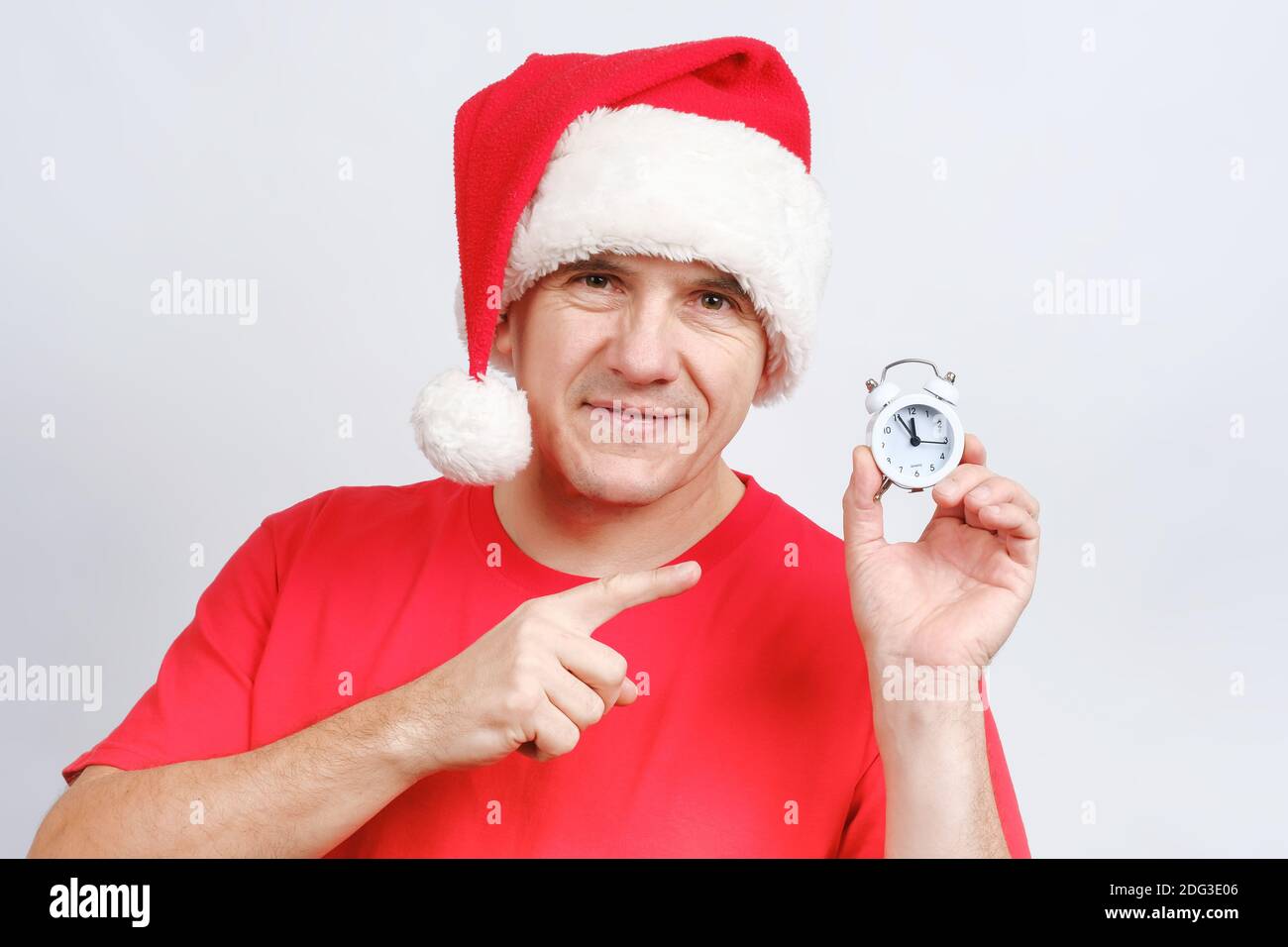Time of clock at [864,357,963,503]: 12:16
